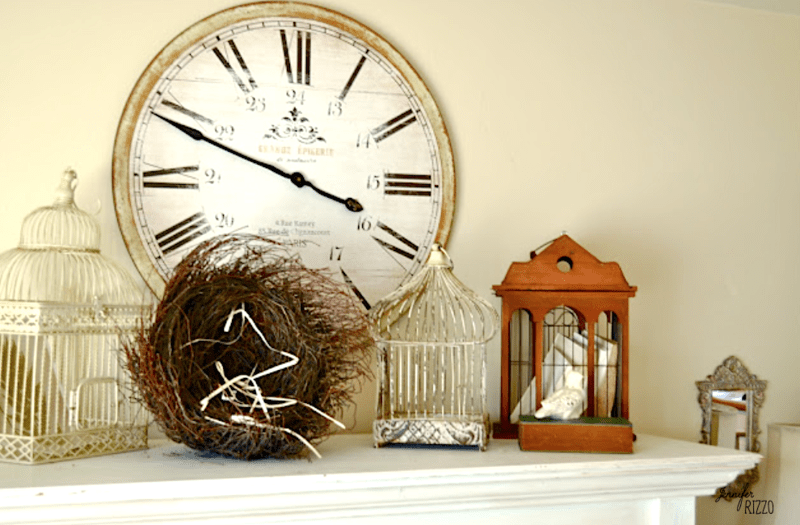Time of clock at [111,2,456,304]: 3:48
